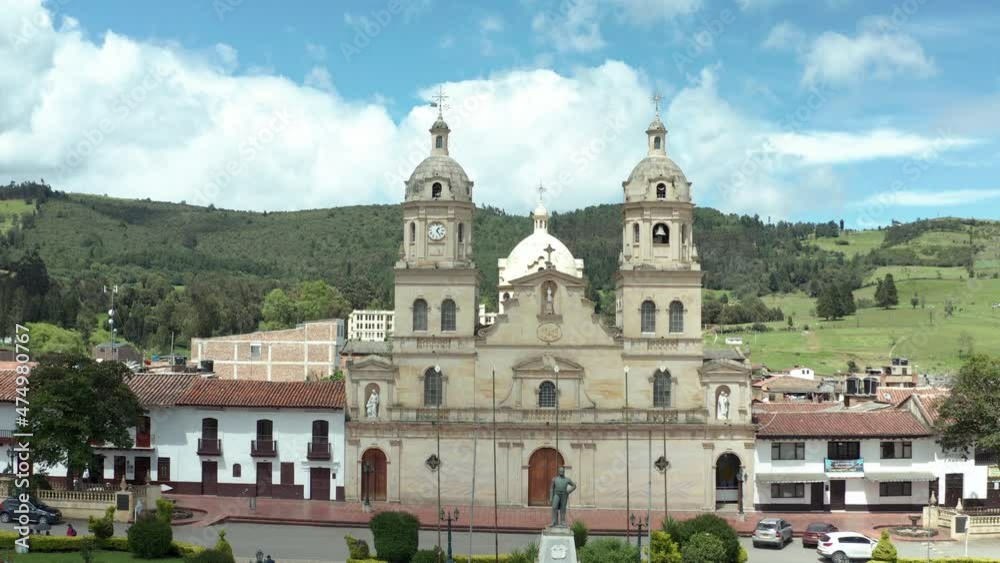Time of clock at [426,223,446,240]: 1:24
